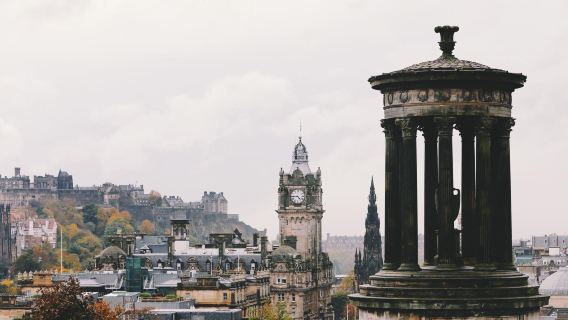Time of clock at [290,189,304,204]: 4:44
